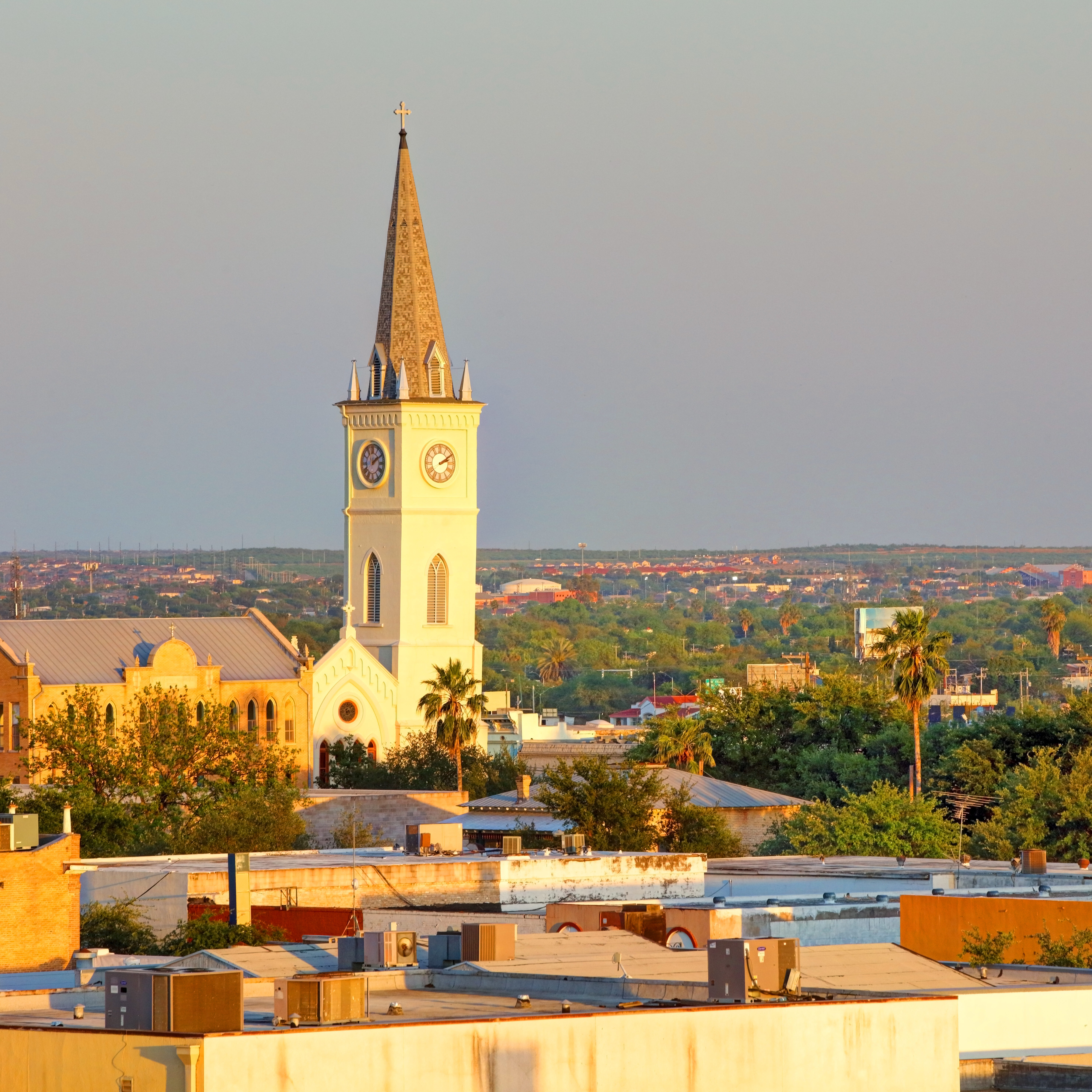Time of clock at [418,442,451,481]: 2:09
